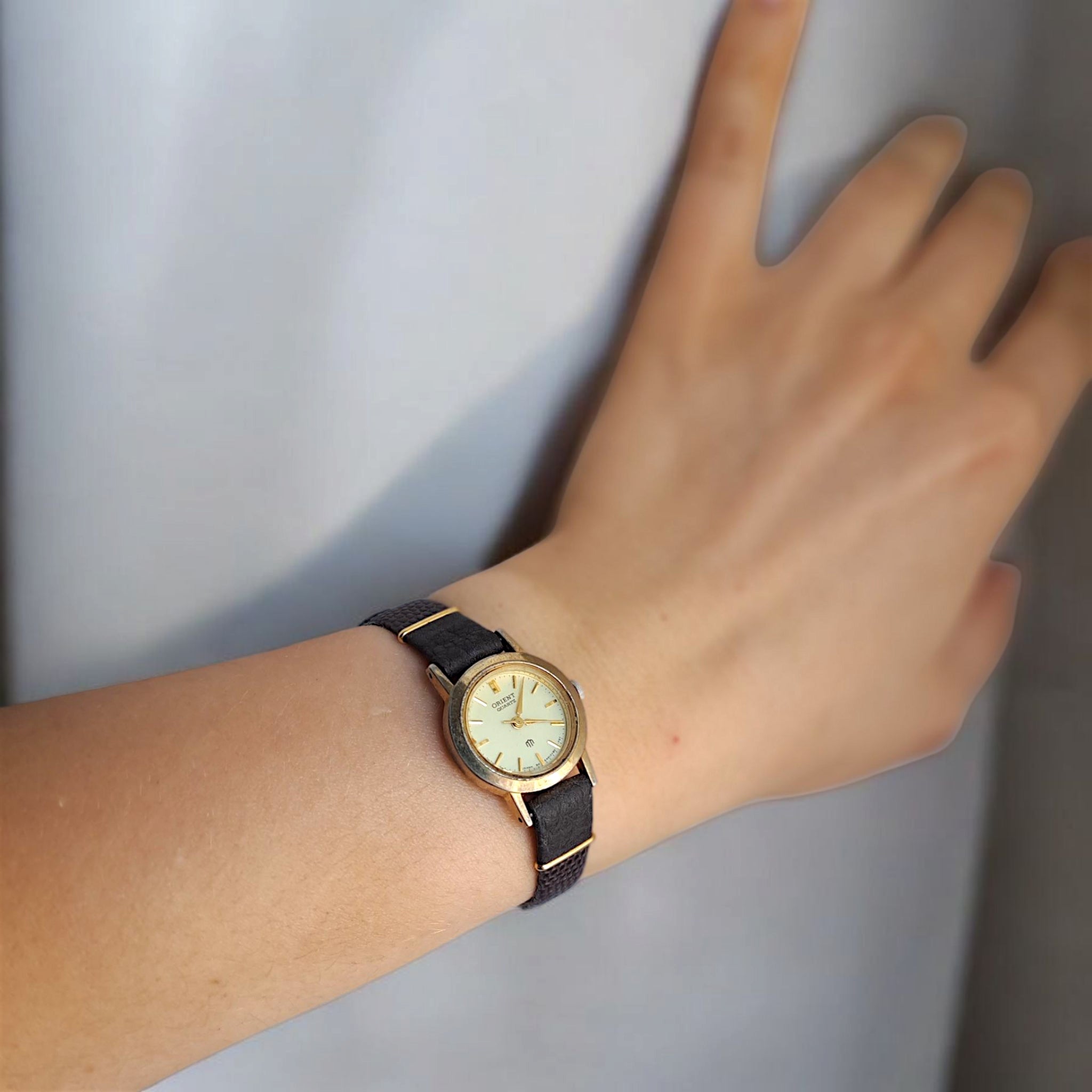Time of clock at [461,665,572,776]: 12:14
